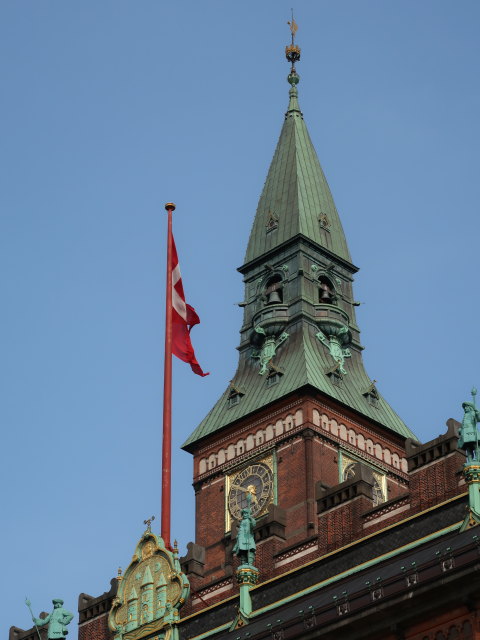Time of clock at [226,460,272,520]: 4:49
